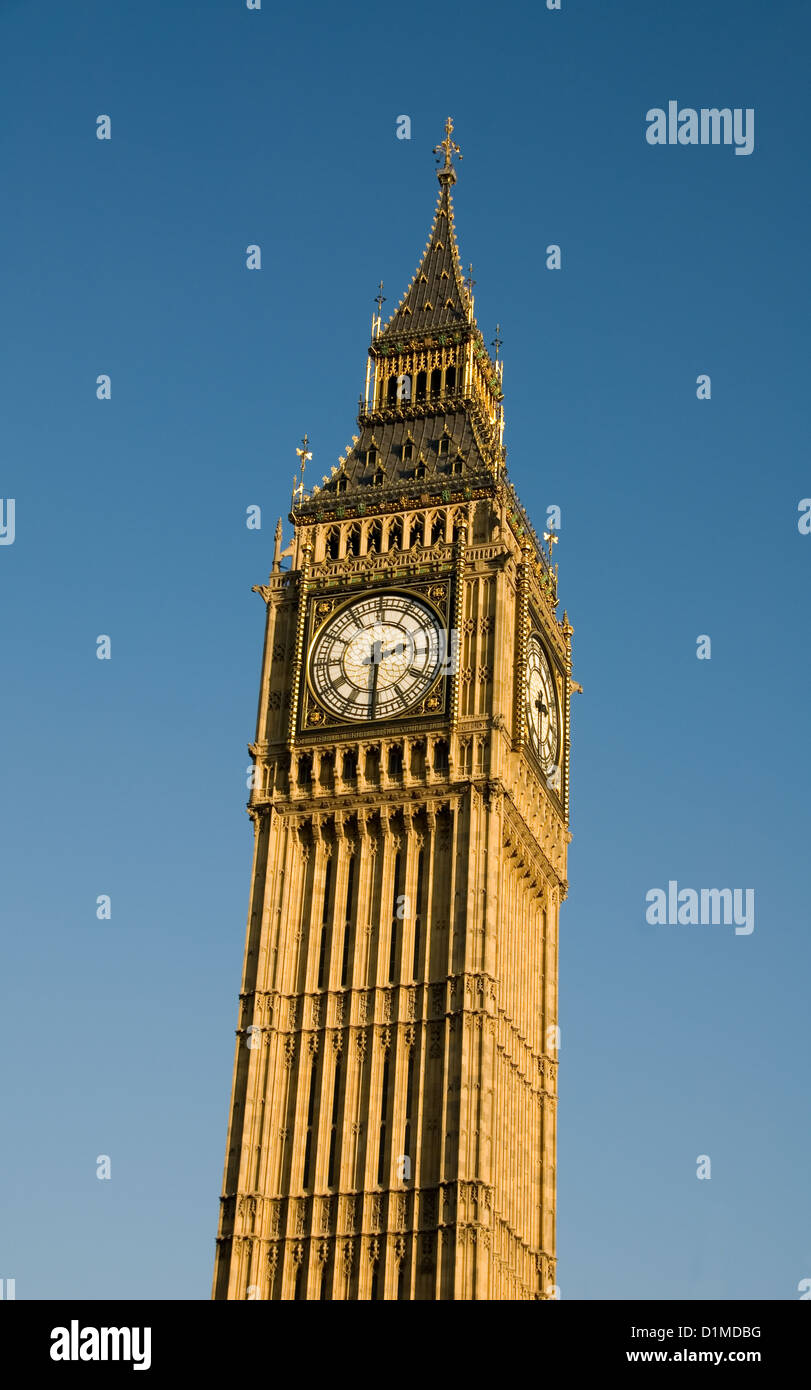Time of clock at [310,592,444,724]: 2:30
